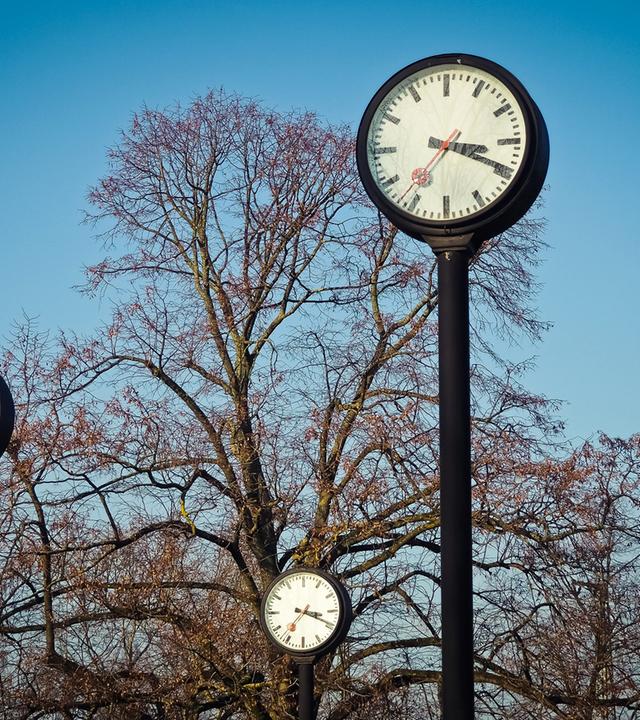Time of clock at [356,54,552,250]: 3:19
